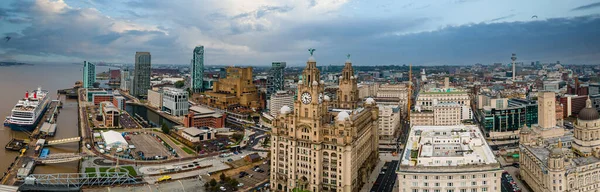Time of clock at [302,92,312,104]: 3:28
